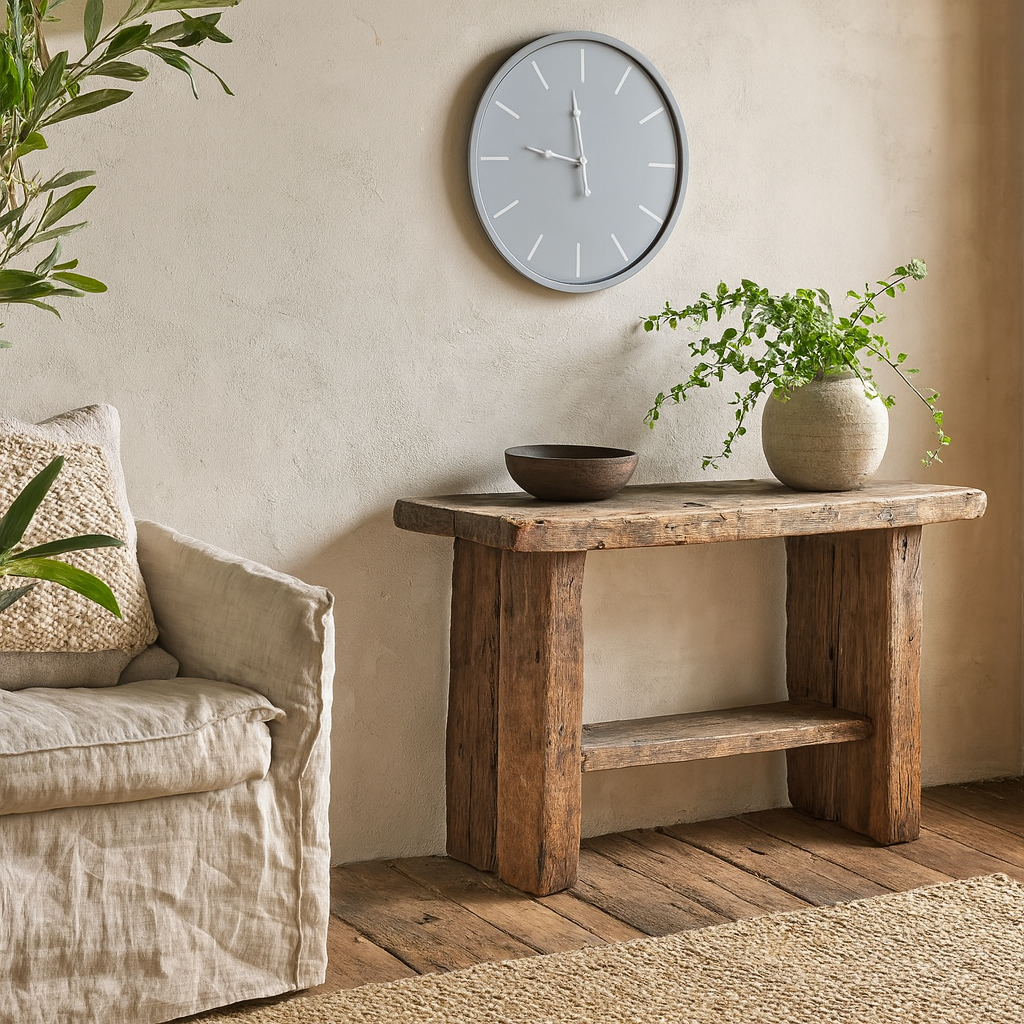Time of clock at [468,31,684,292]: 11:46
